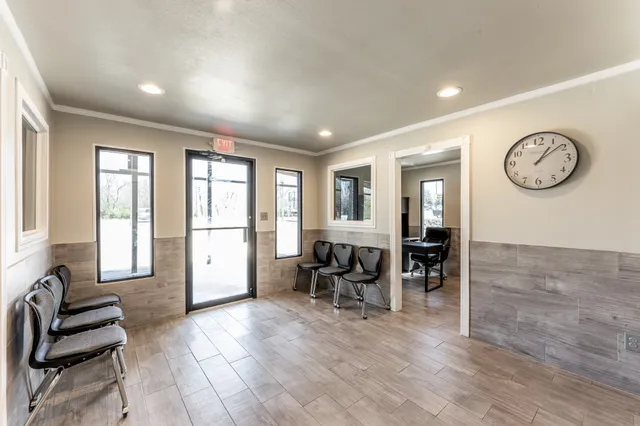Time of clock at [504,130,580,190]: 1:08
